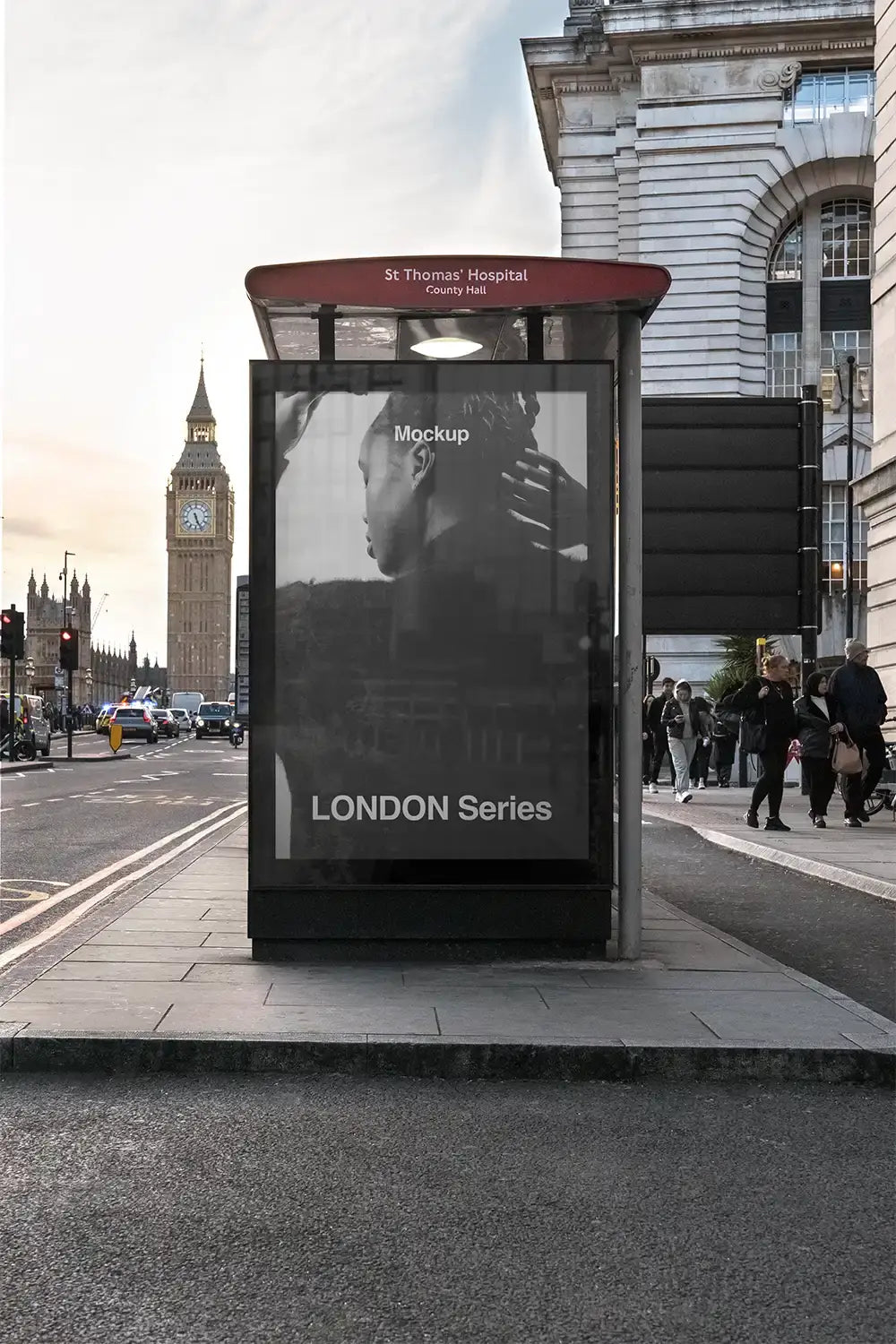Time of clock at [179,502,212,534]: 5:26
